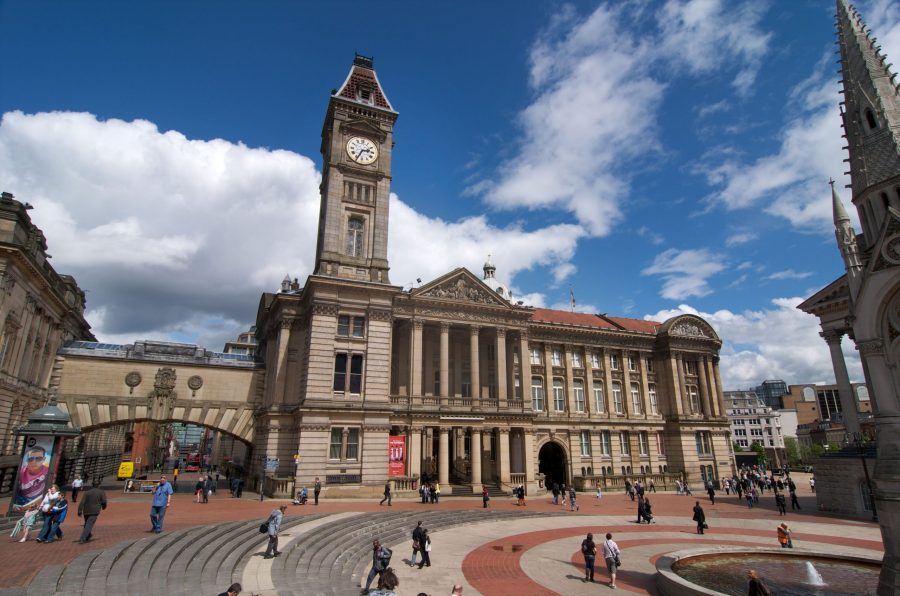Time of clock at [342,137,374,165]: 2:34
